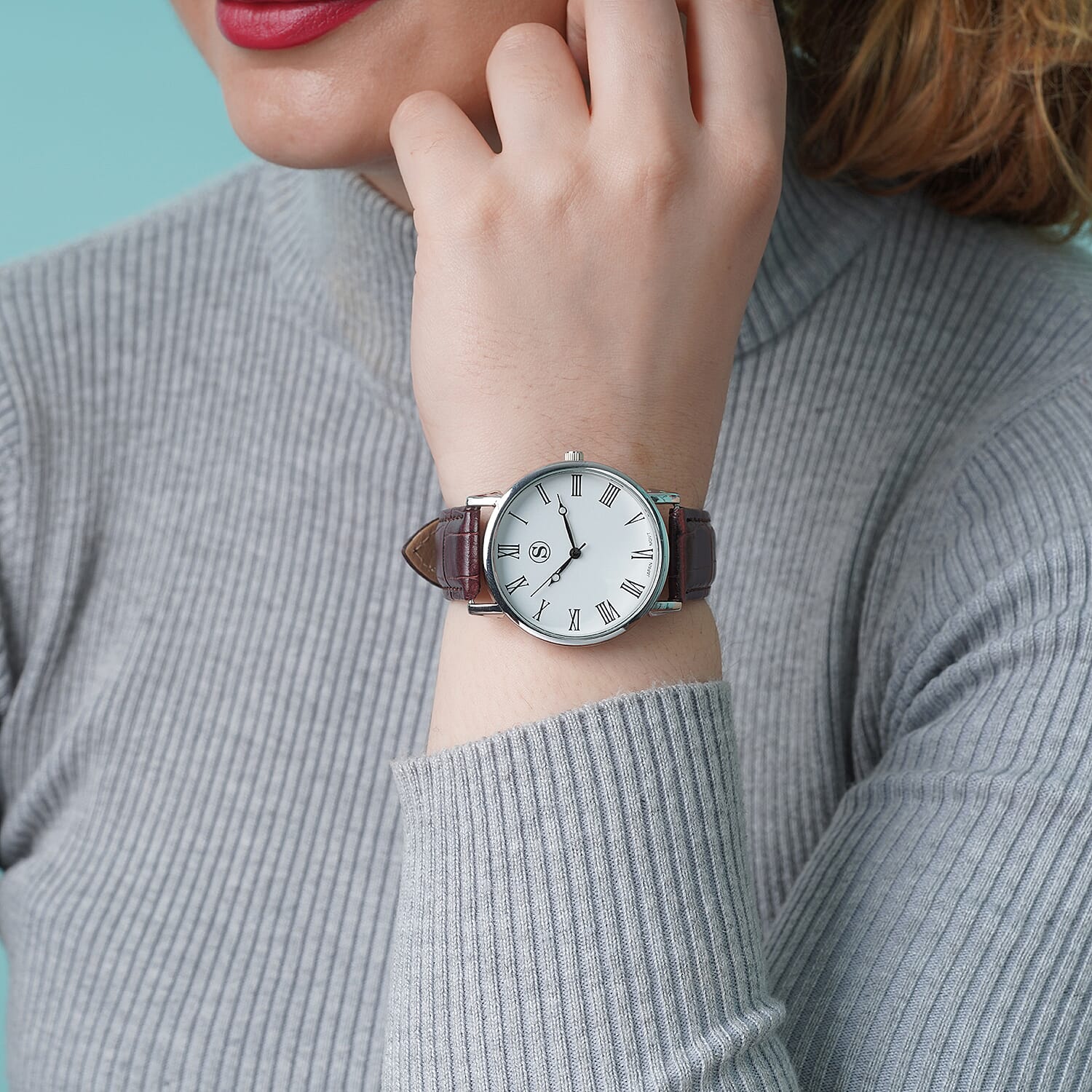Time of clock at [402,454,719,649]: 6:56
